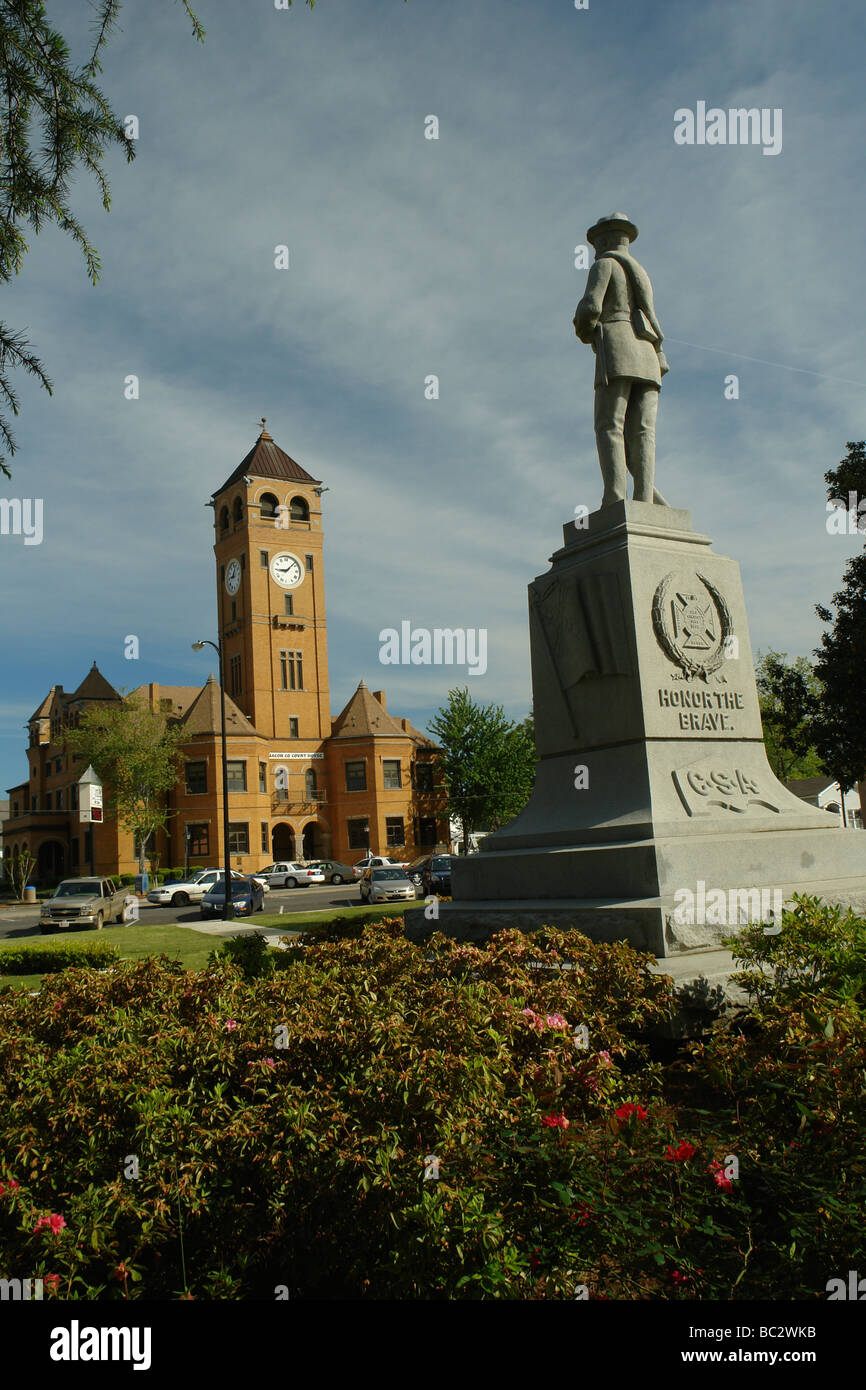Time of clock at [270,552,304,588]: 9:07
